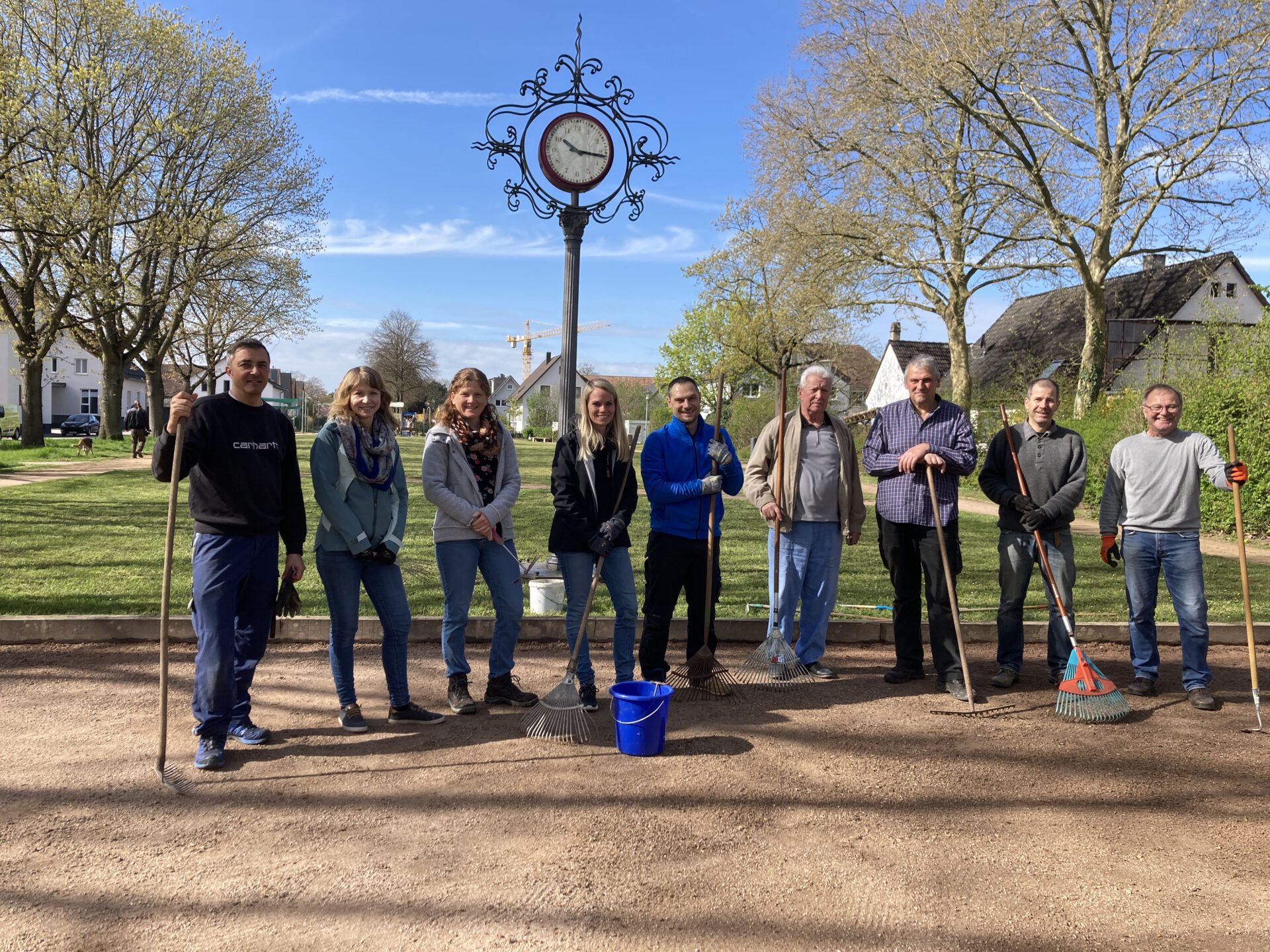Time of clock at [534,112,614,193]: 10:16
